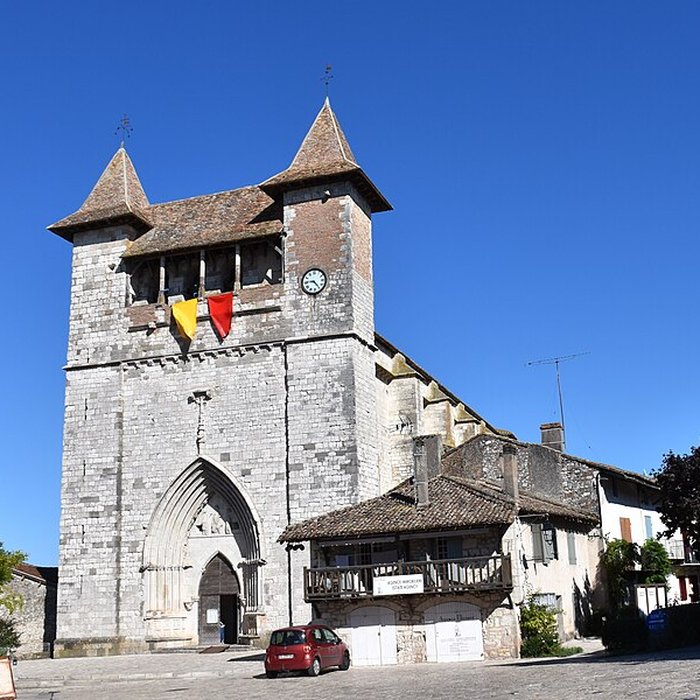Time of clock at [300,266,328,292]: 9:23
